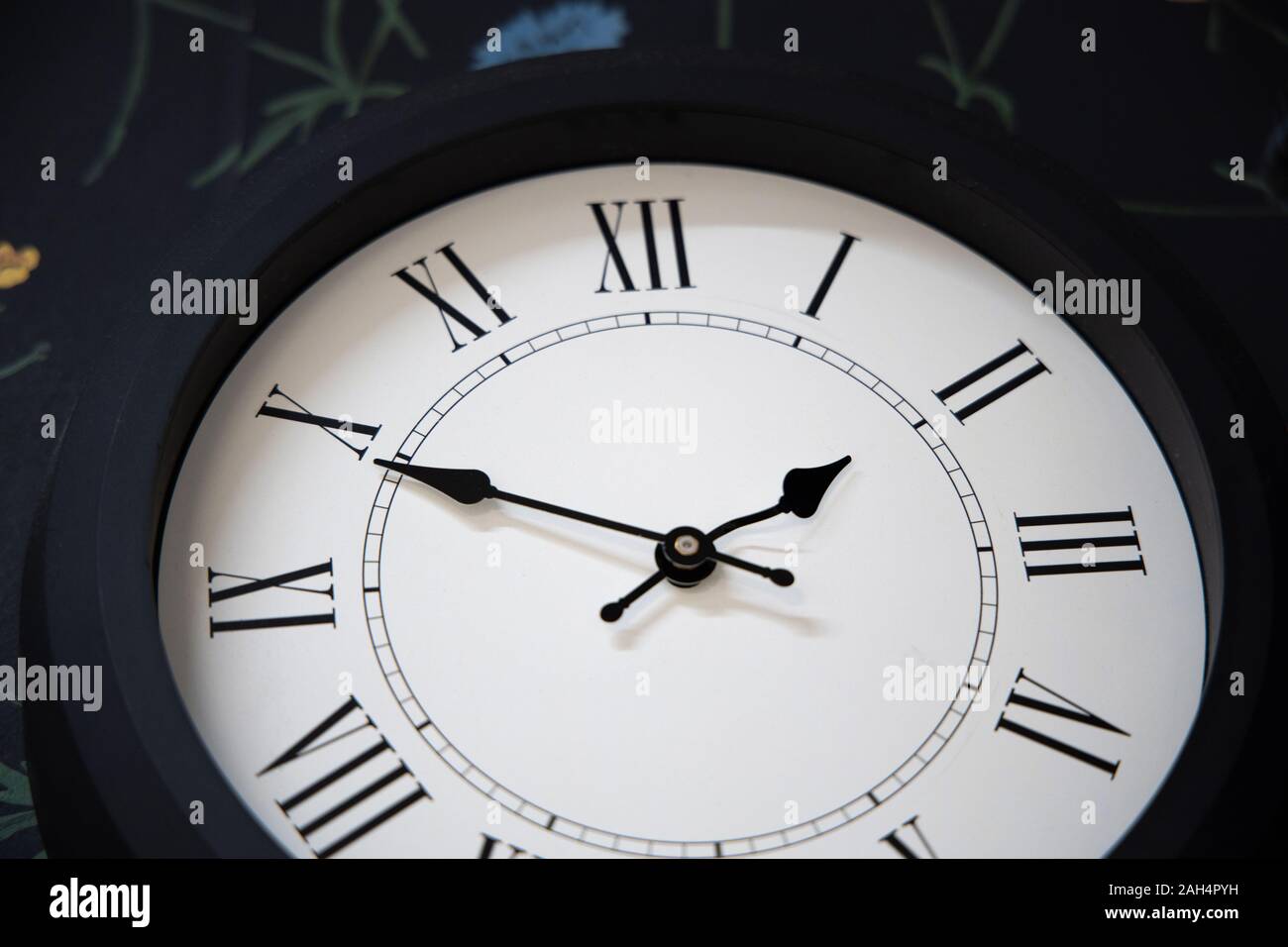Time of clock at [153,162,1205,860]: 1:49
